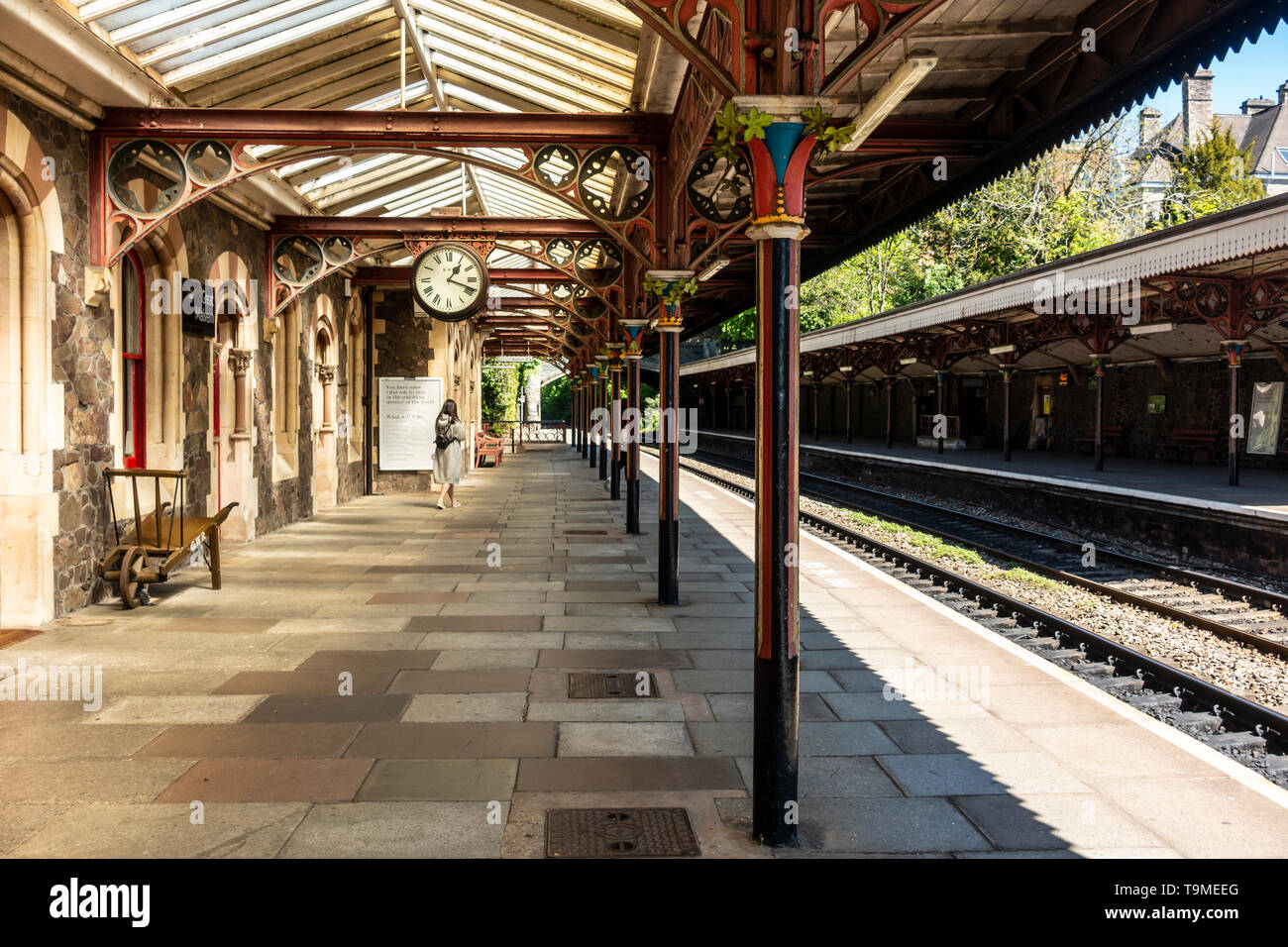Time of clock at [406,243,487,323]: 1:18
